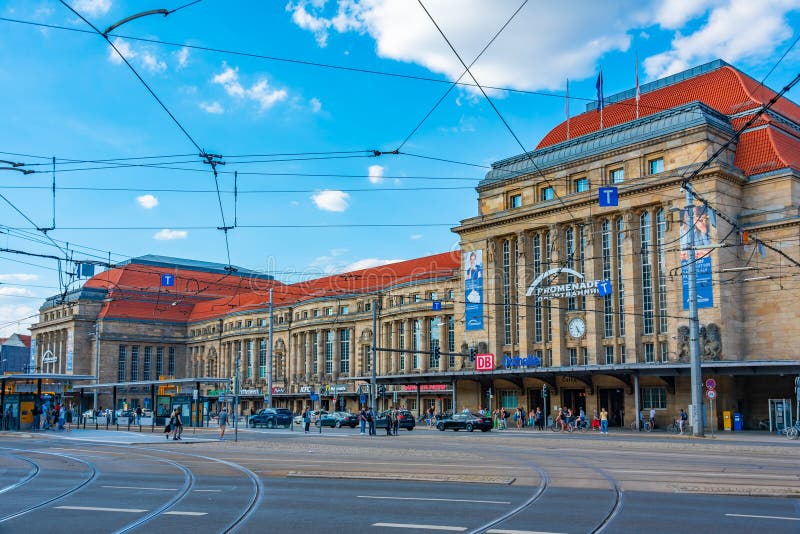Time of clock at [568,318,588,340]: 5:23
